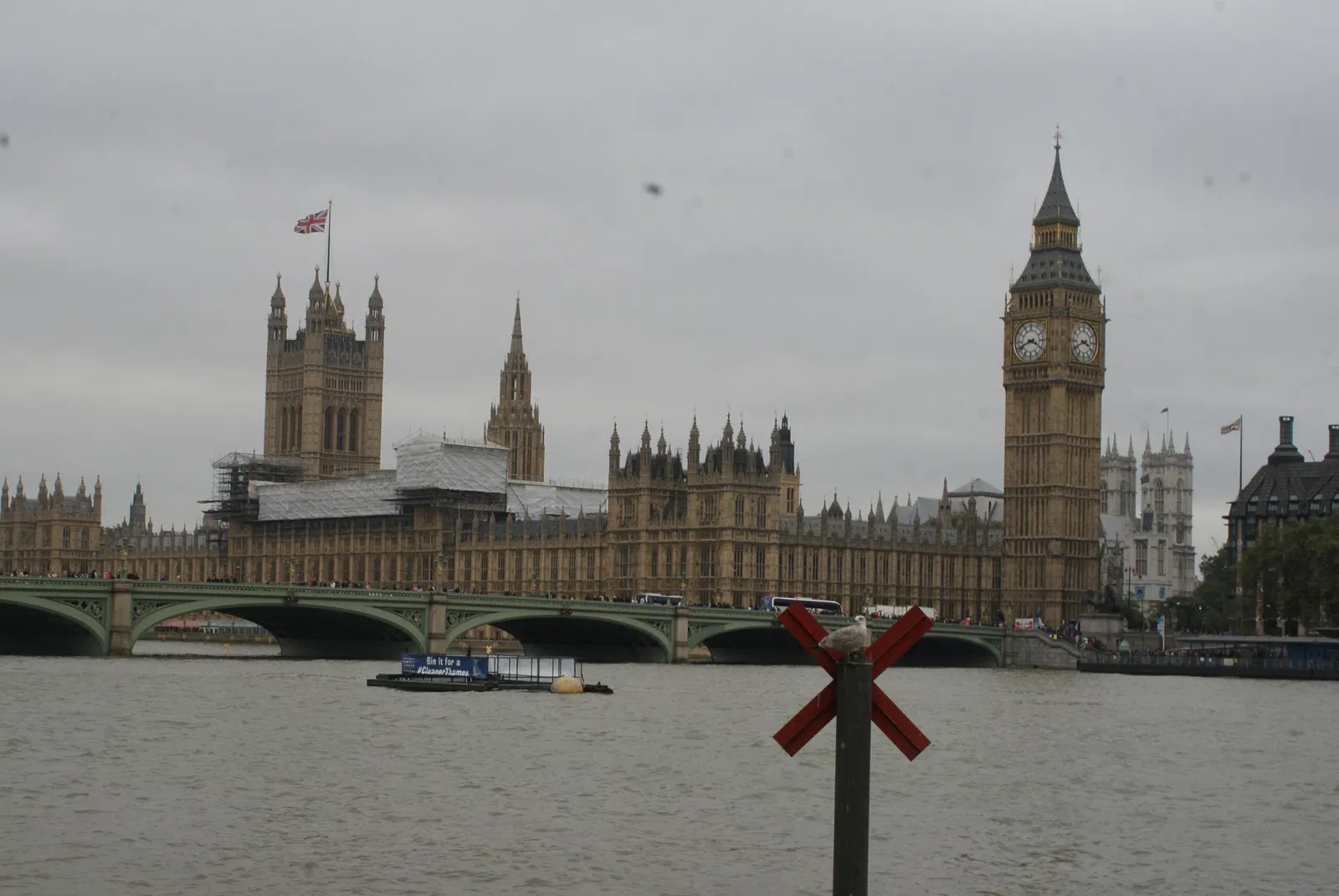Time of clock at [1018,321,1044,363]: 3:41
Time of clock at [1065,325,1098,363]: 3:40
